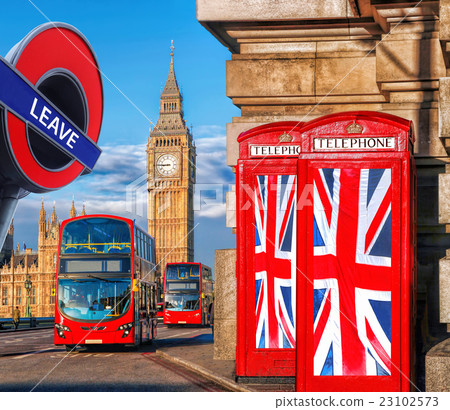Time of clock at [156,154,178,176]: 8:45
